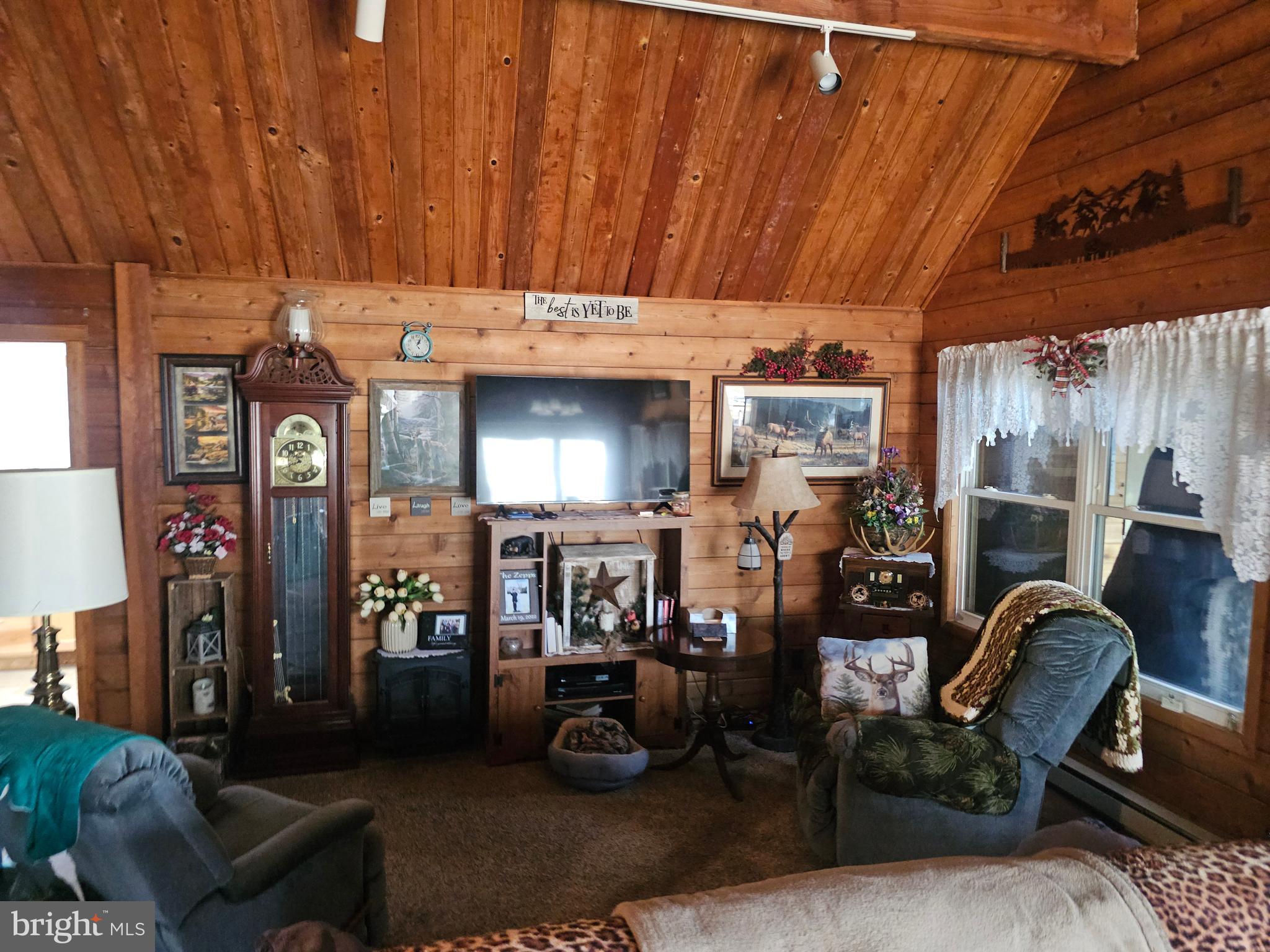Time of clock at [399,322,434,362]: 1:03
